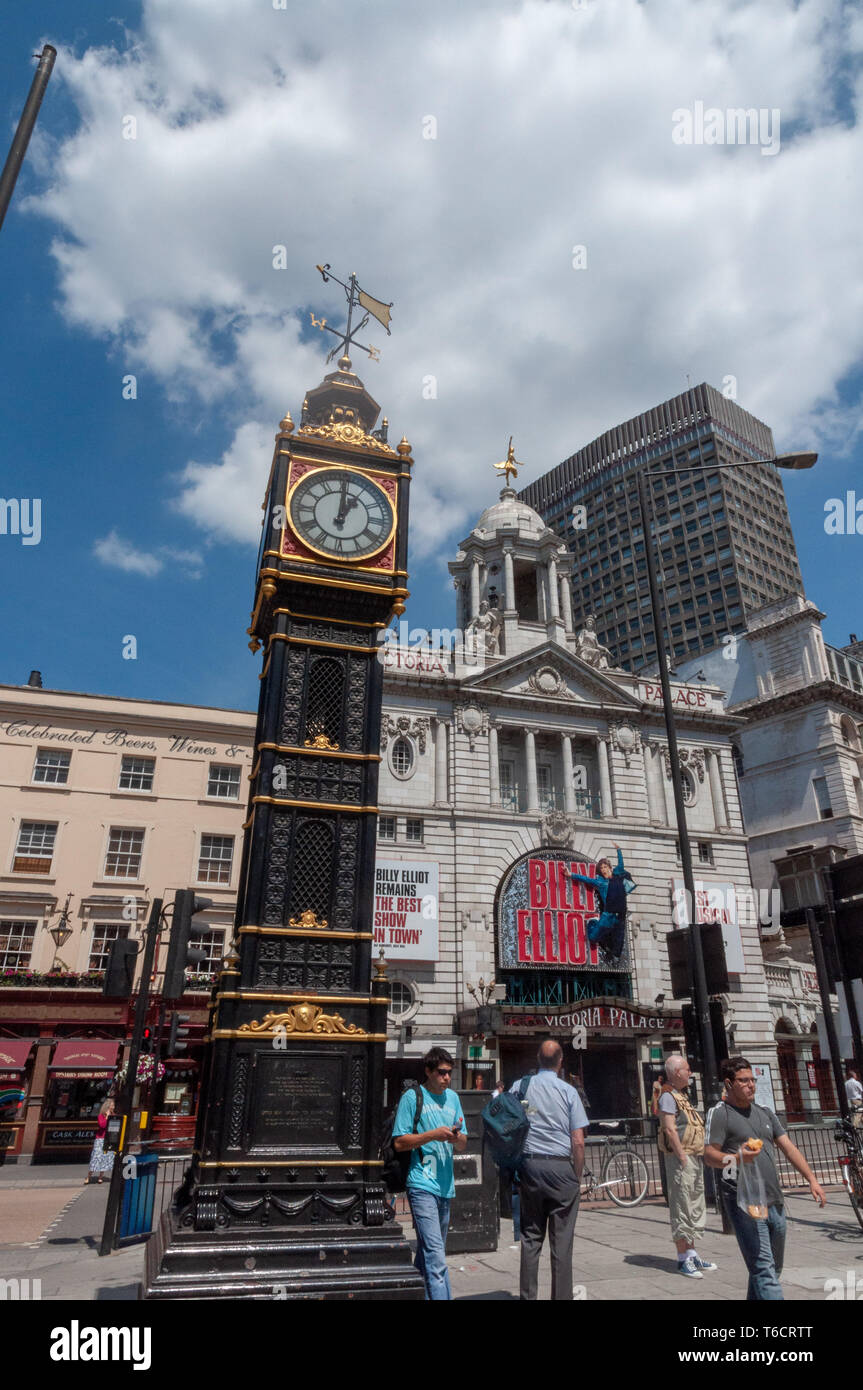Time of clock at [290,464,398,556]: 1:00
